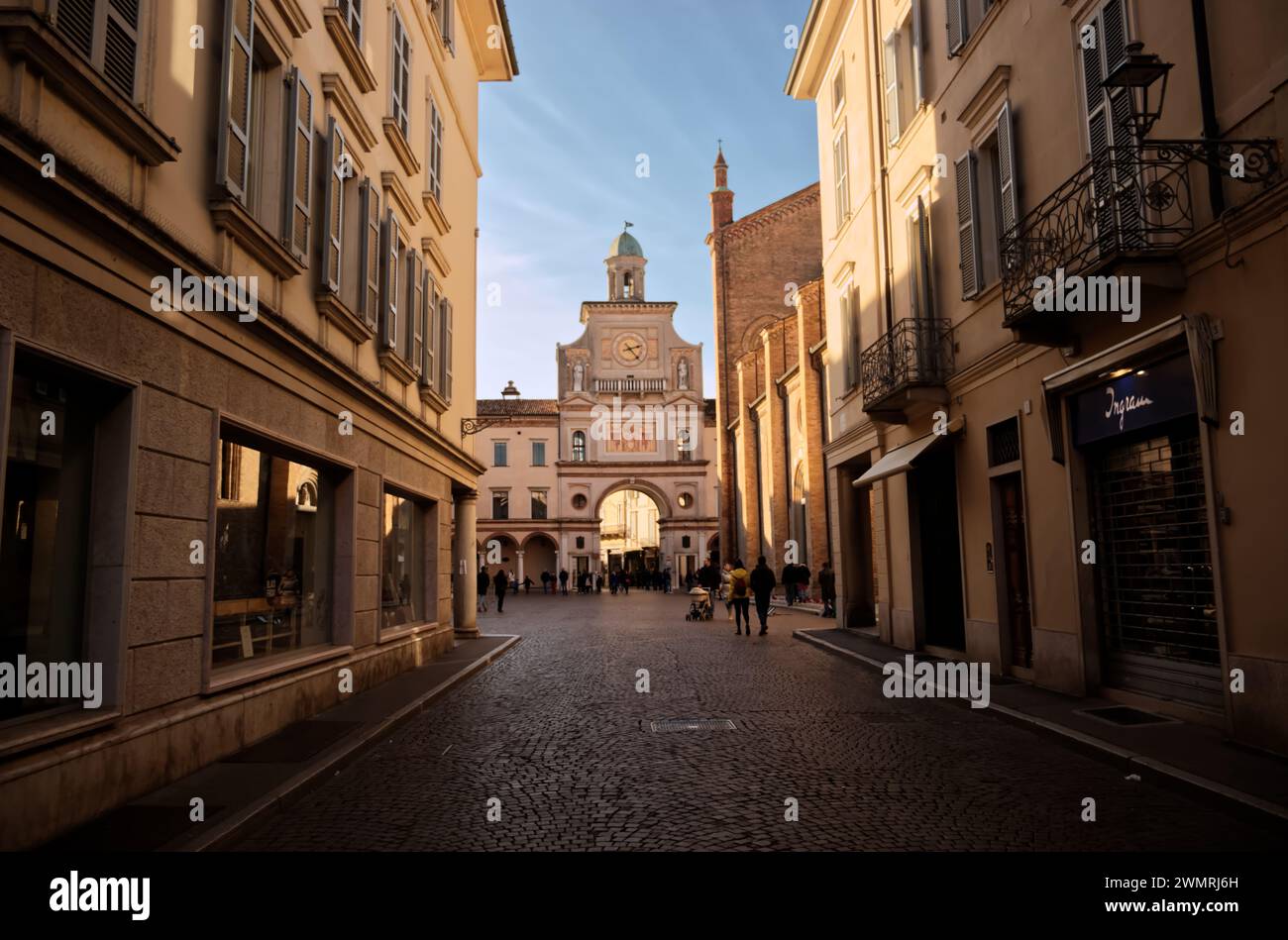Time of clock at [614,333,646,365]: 2:23
